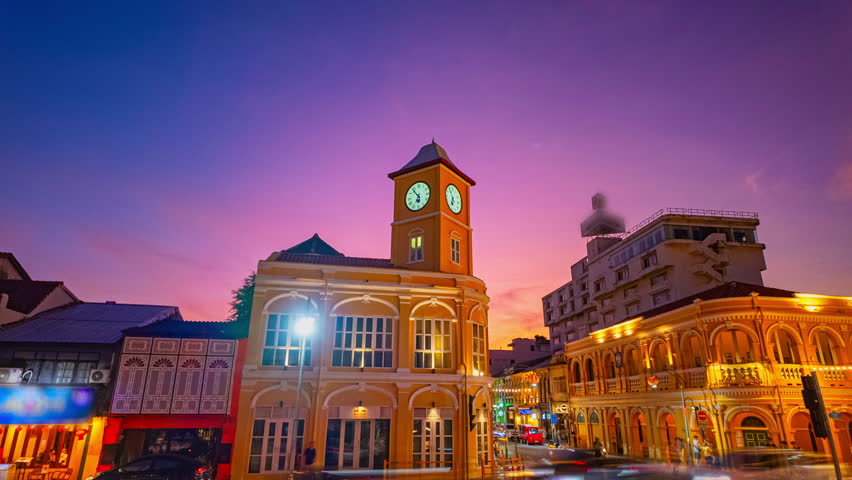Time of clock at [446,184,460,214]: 6:54
